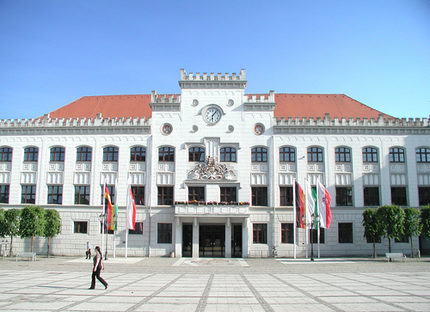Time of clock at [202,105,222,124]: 6:06
